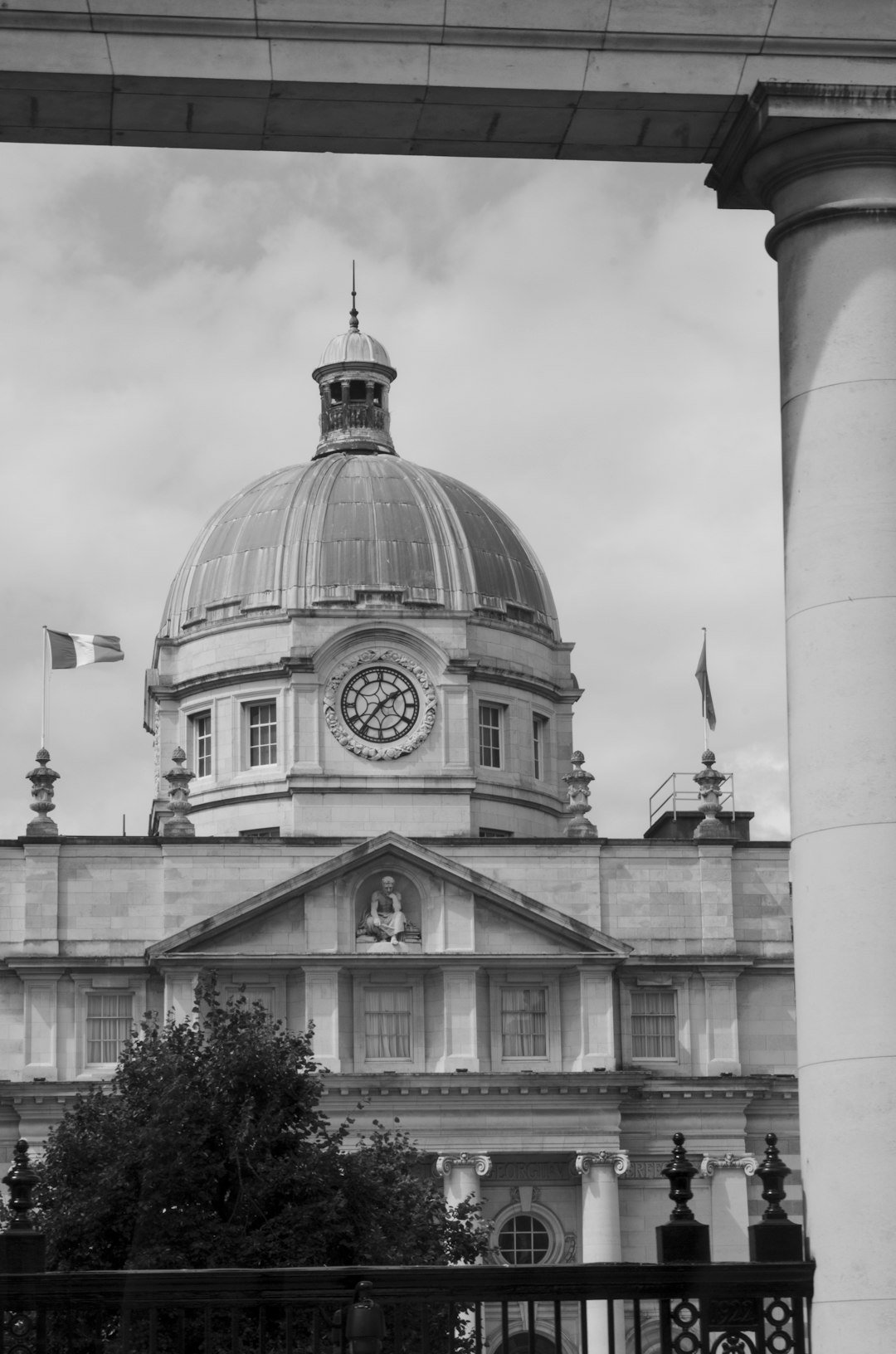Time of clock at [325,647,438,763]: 1:36
